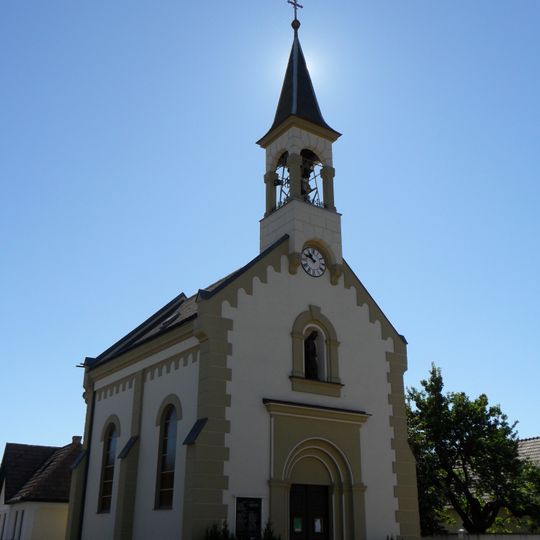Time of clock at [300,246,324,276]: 10:48
